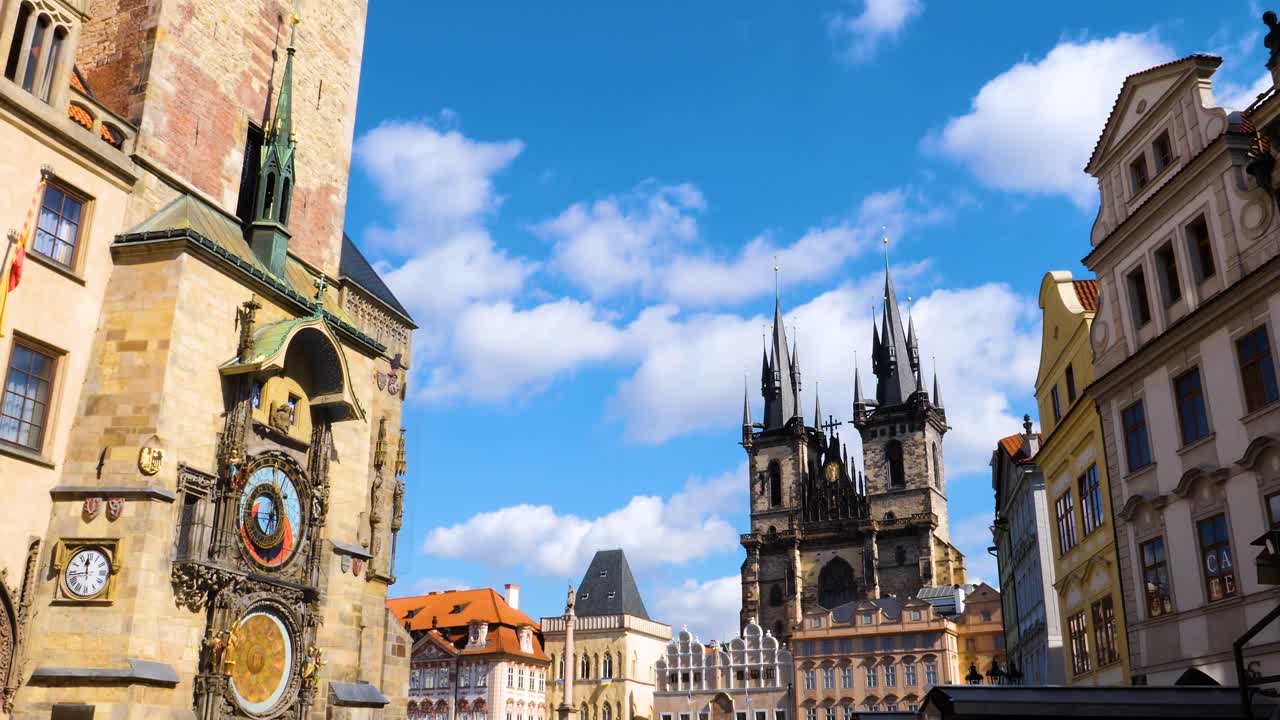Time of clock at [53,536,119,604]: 11:43
